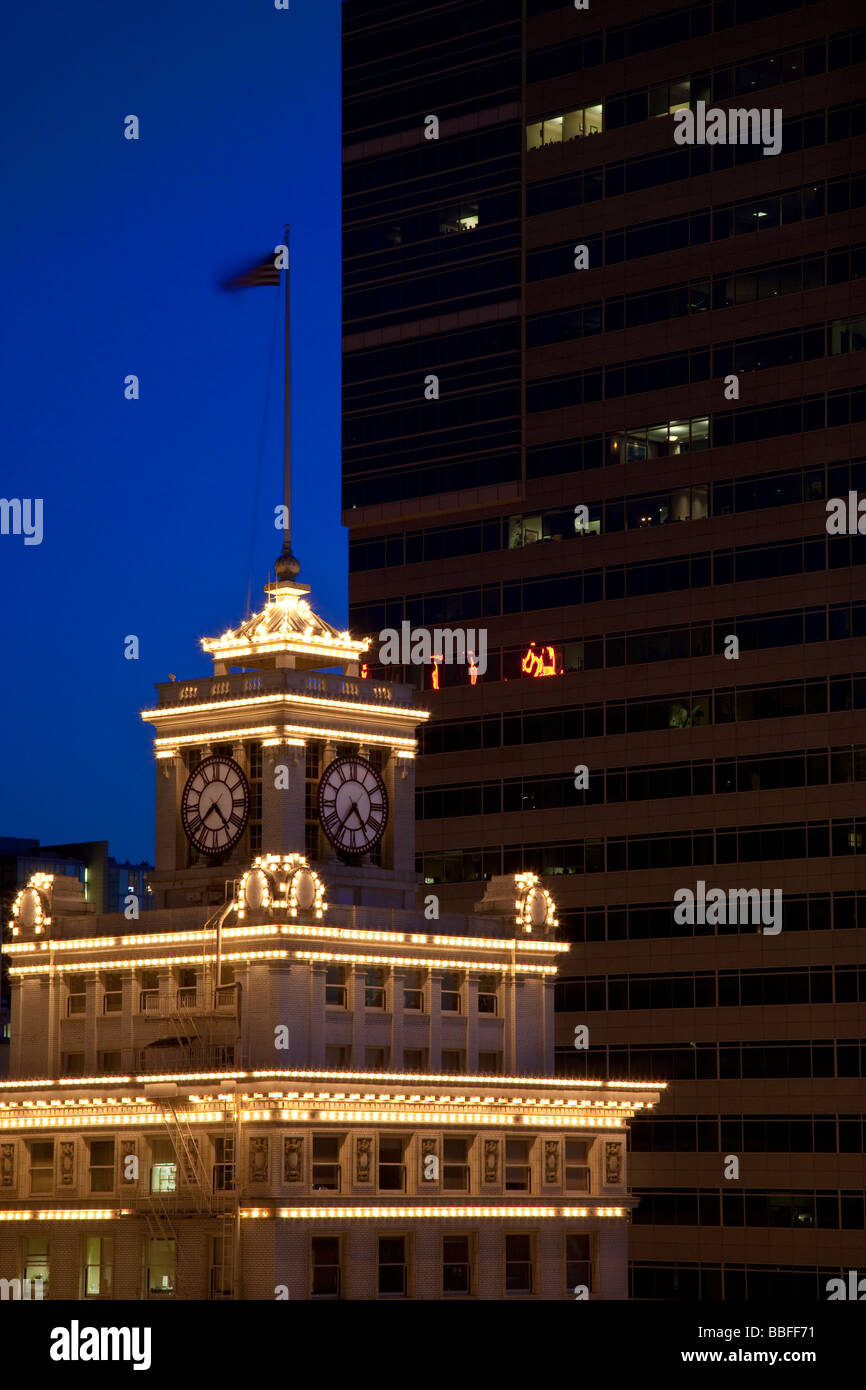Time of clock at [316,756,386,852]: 4:36
